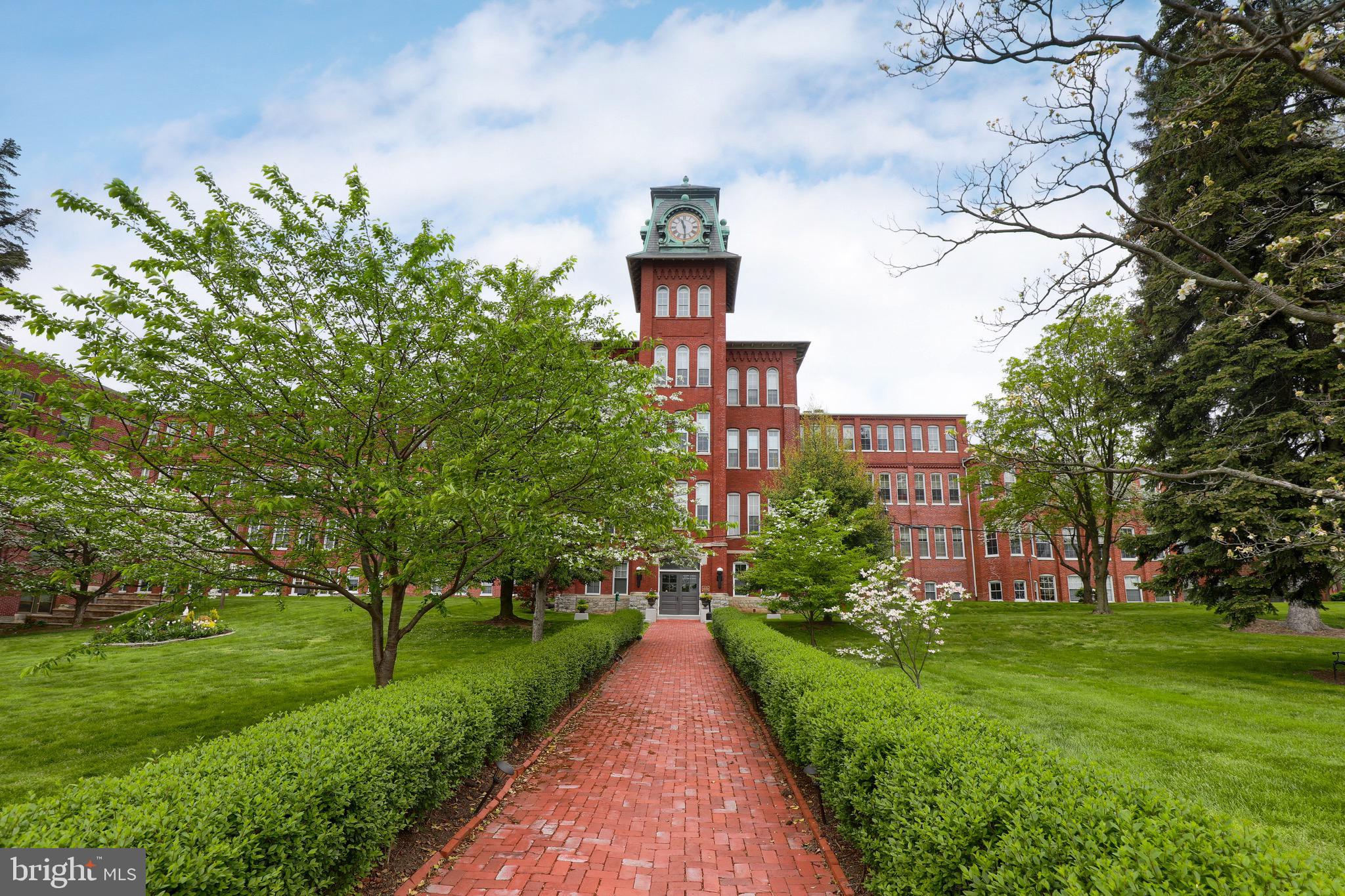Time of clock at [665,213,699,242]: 11:29
